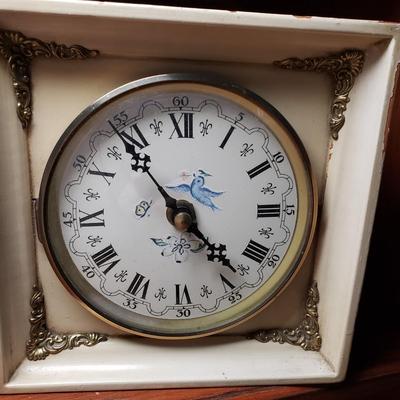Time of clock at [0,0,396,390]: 4:54
